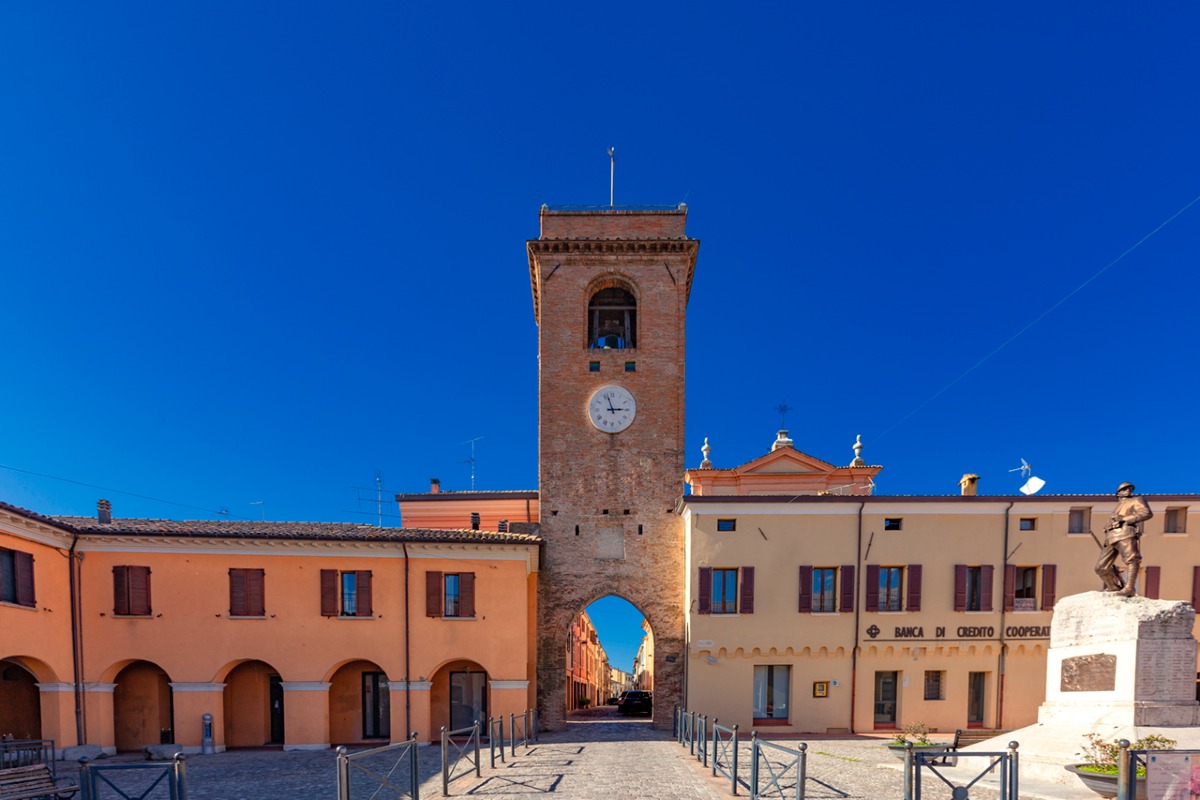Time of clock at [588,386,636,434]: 2:57
